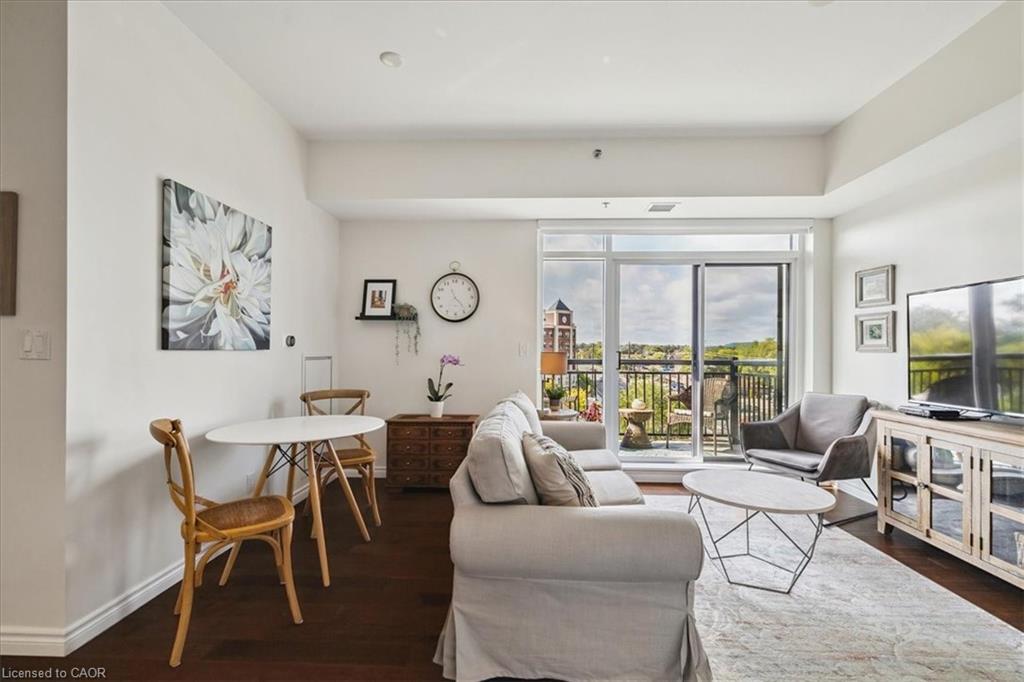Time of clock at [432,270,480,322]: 11:23
